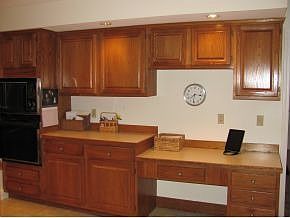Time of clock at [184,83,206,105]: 7:31
